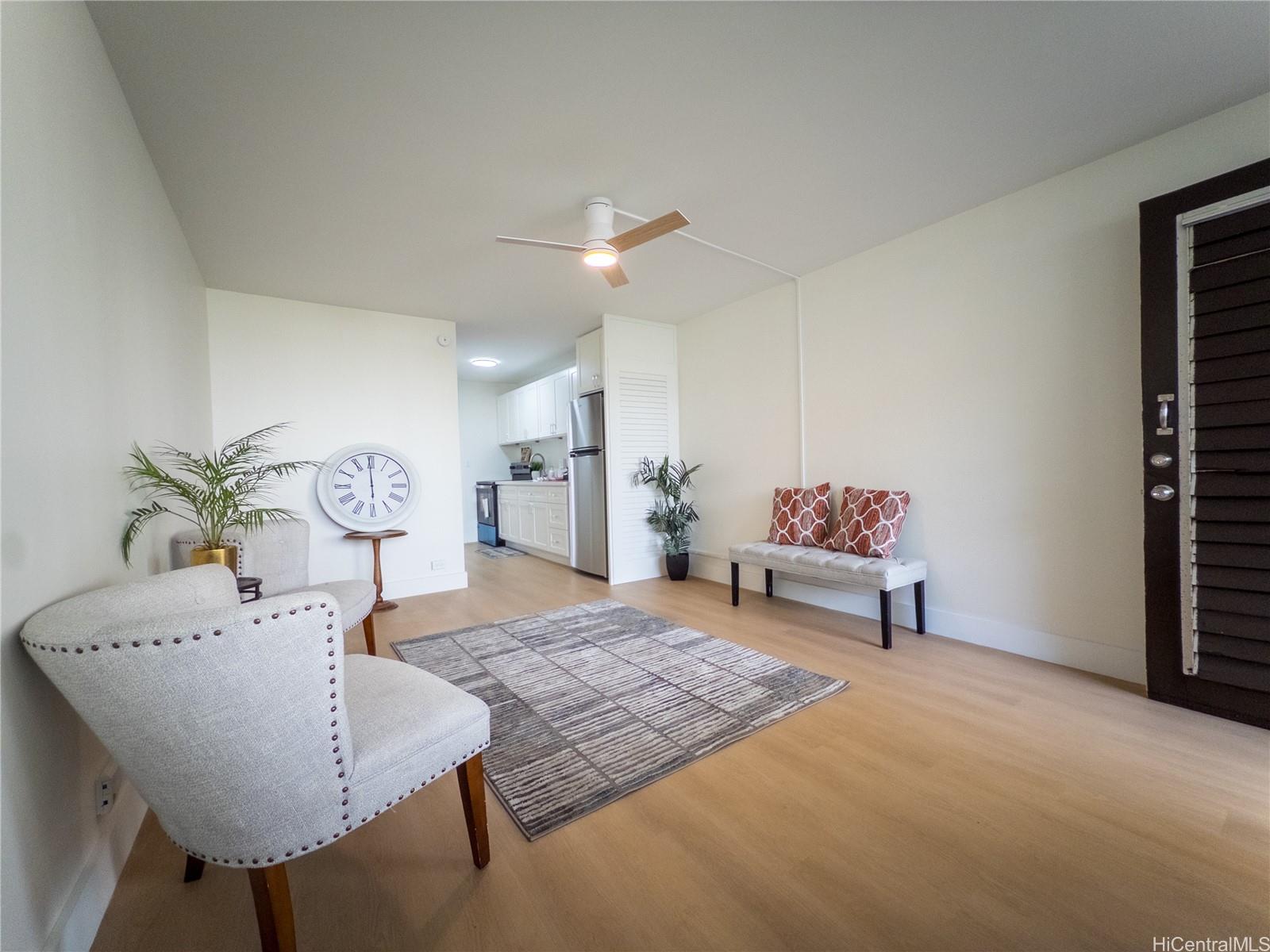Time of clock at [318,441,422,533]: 5:59
